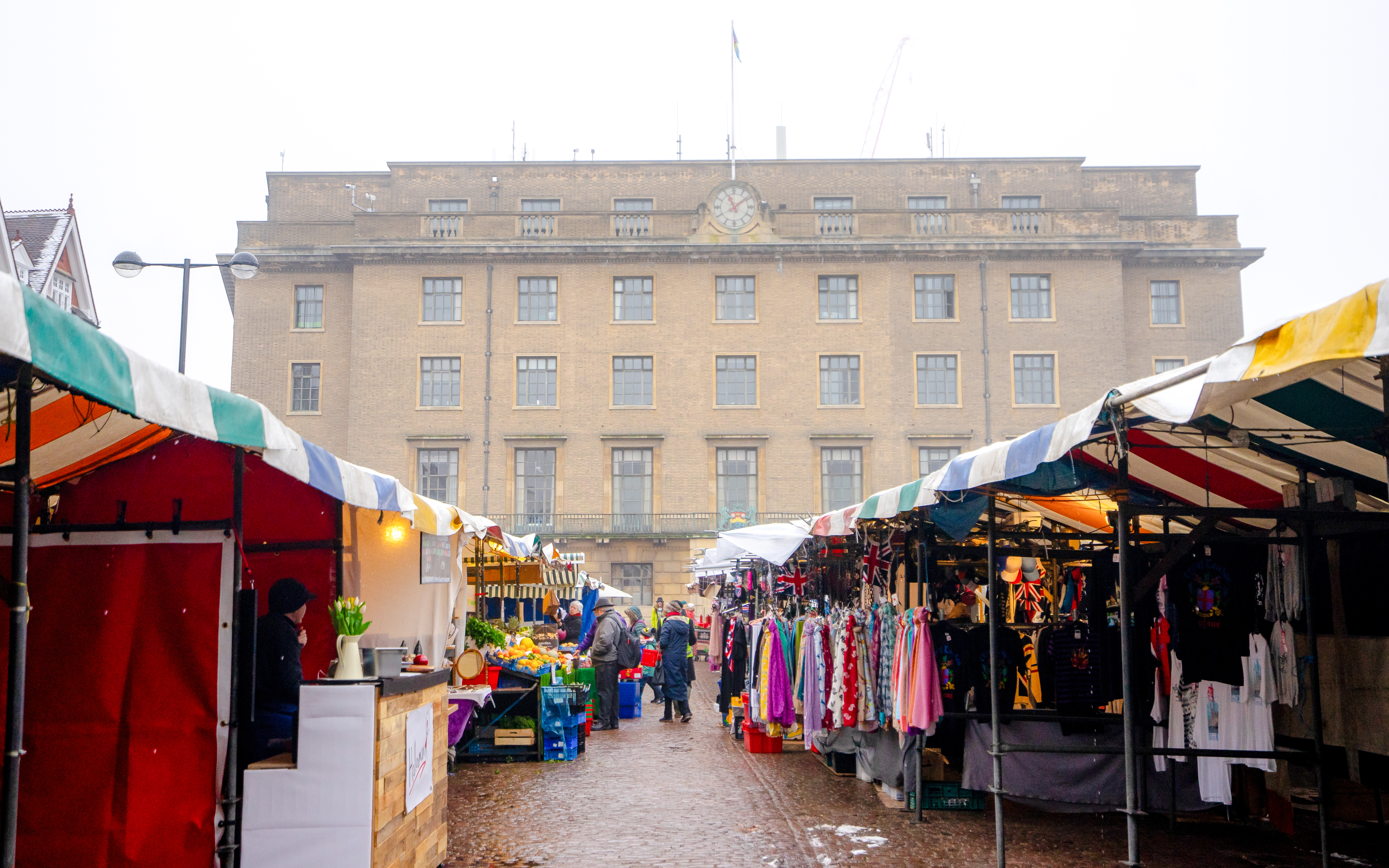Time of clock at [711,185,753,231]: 11:09
